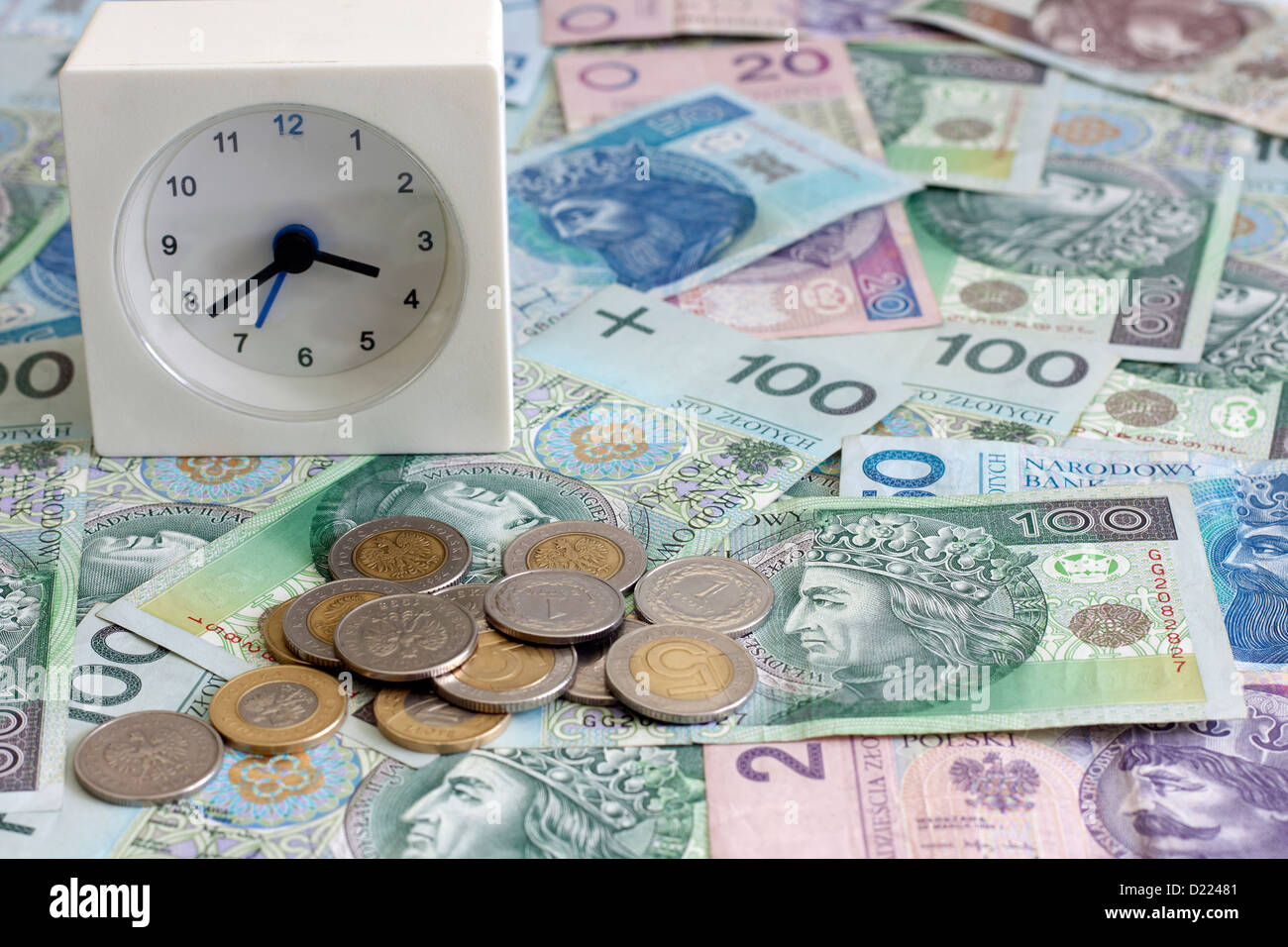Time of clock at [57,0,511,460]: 3:38
